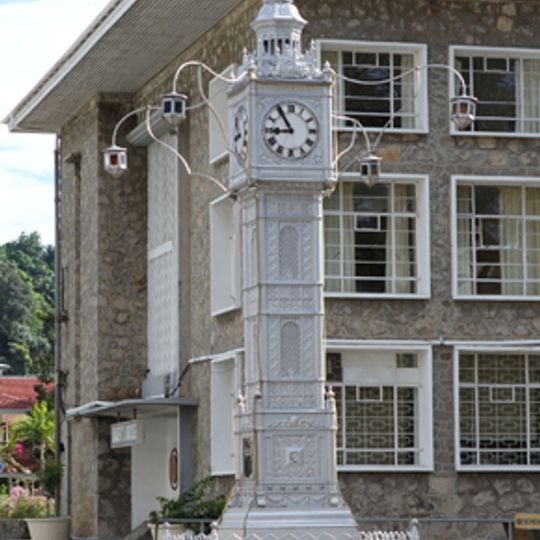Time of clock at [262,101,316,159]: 8:54
